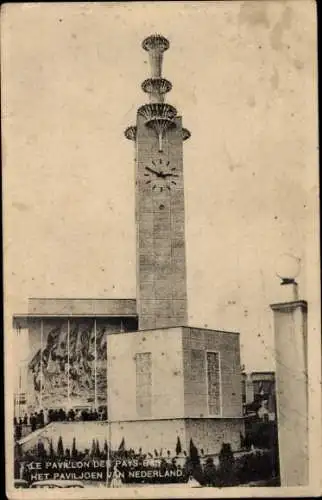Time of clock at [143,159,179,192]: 2:49
